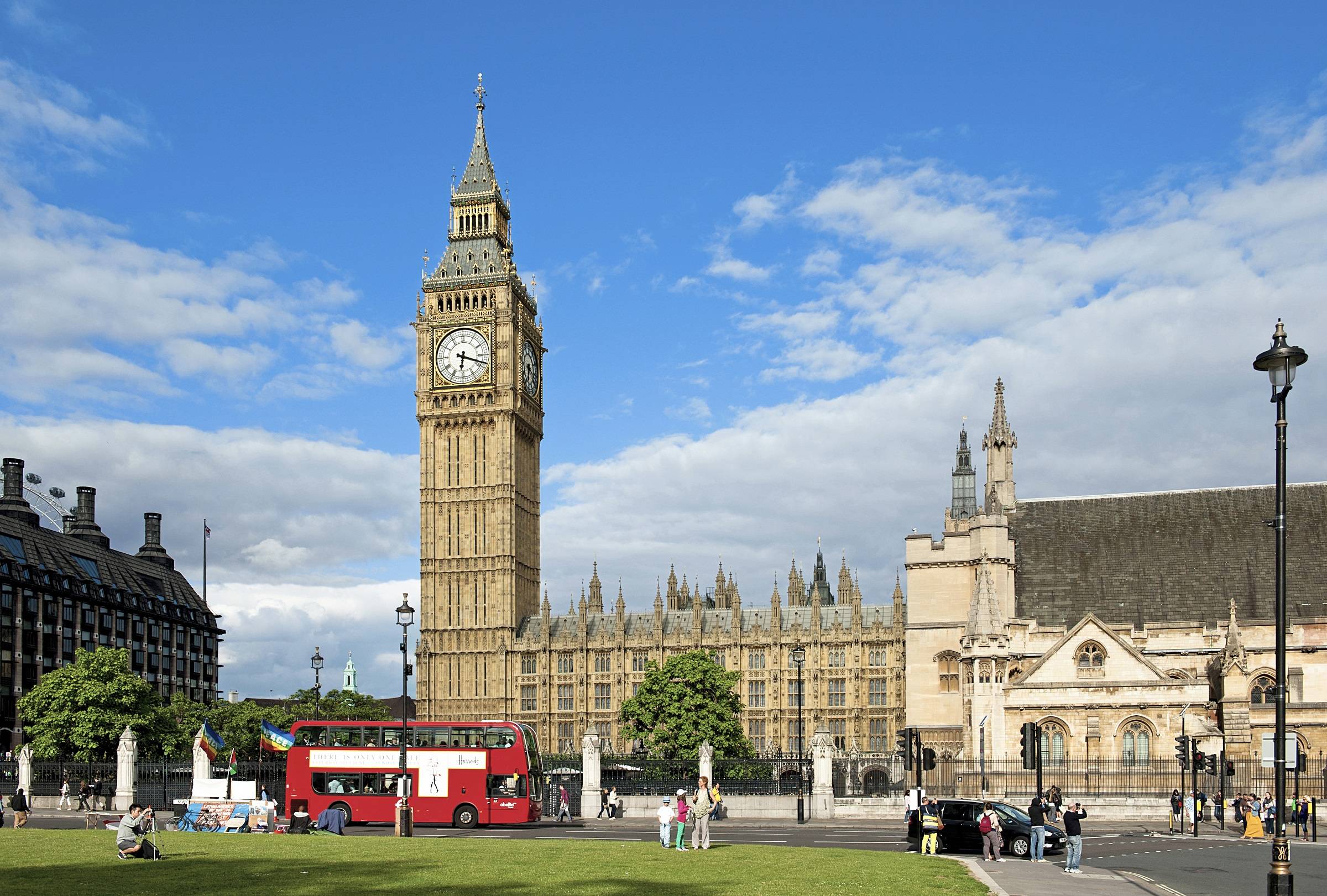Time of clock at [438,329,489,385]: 6:18
